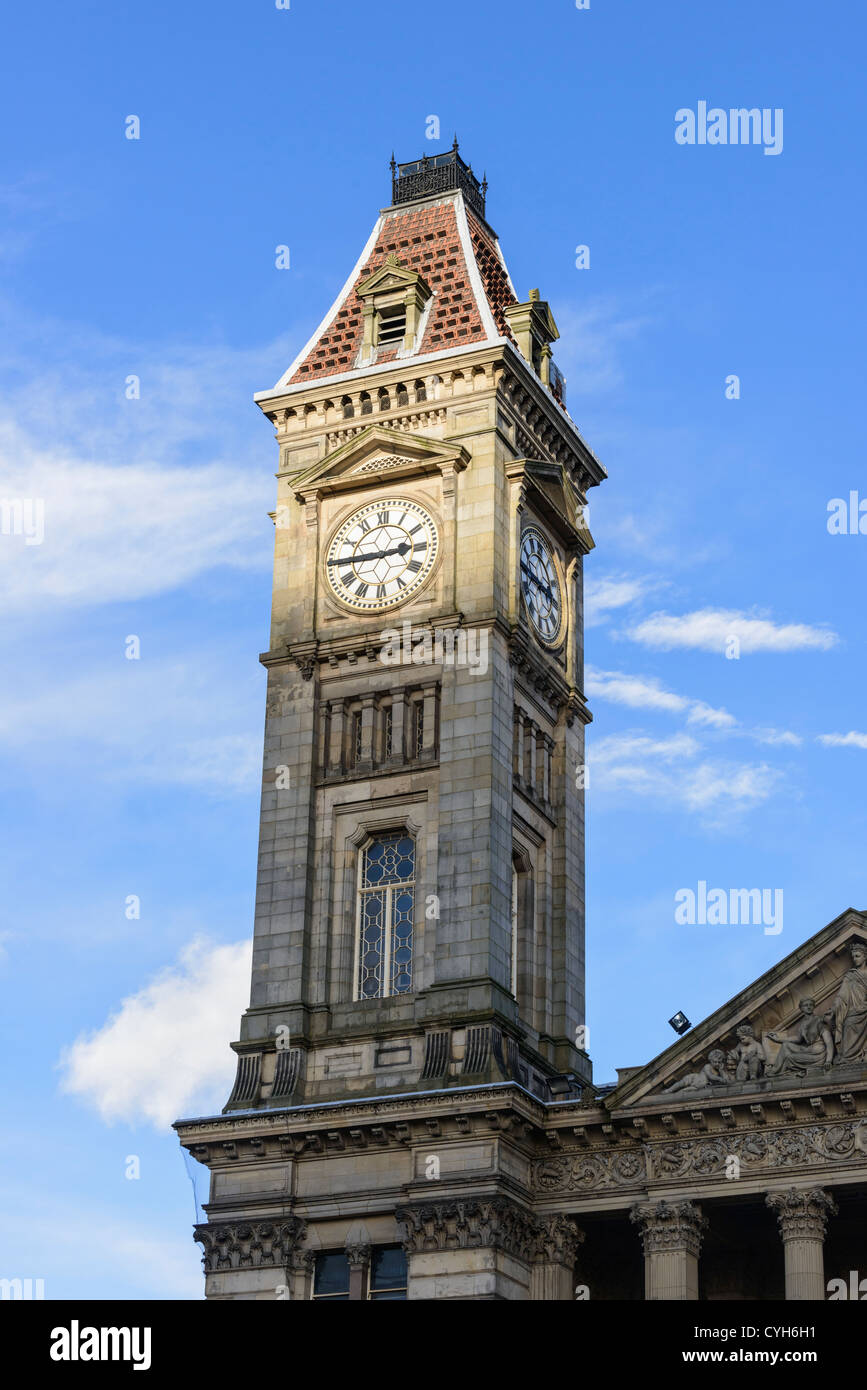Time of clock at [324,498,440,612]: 2:45
